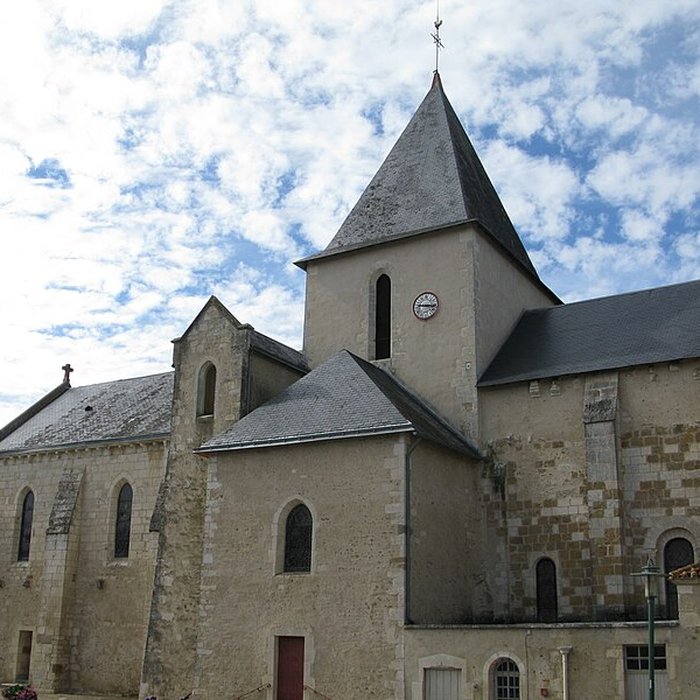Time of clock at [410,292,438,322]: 9:16
